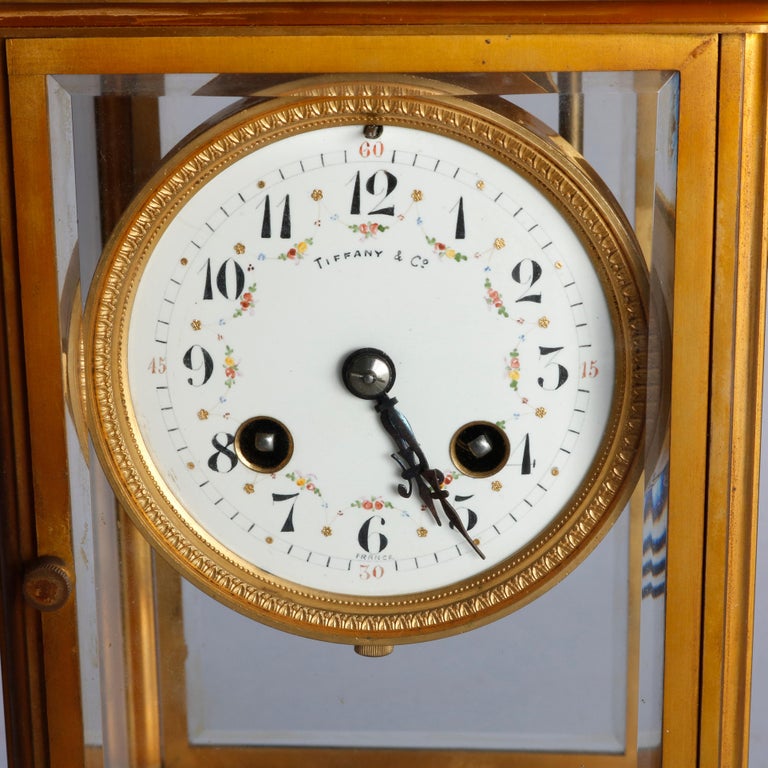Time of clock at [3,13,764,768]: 4:24
